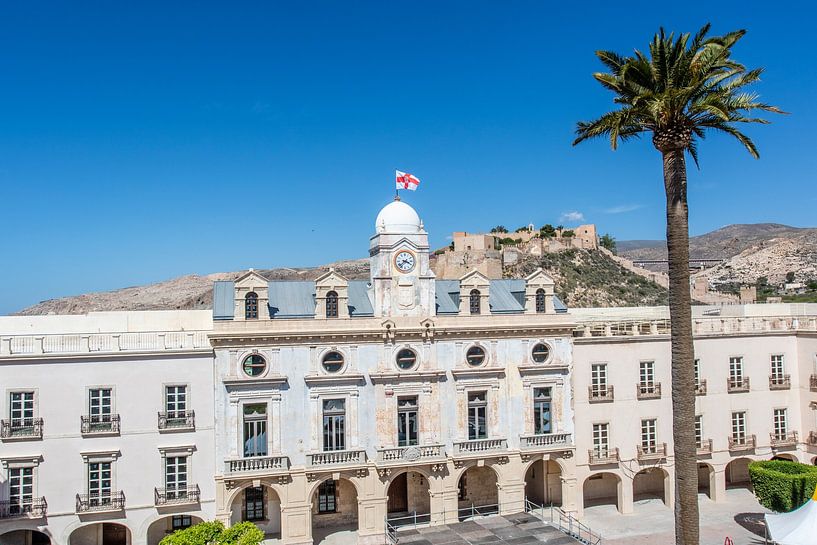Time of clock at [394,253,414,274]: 3:37
